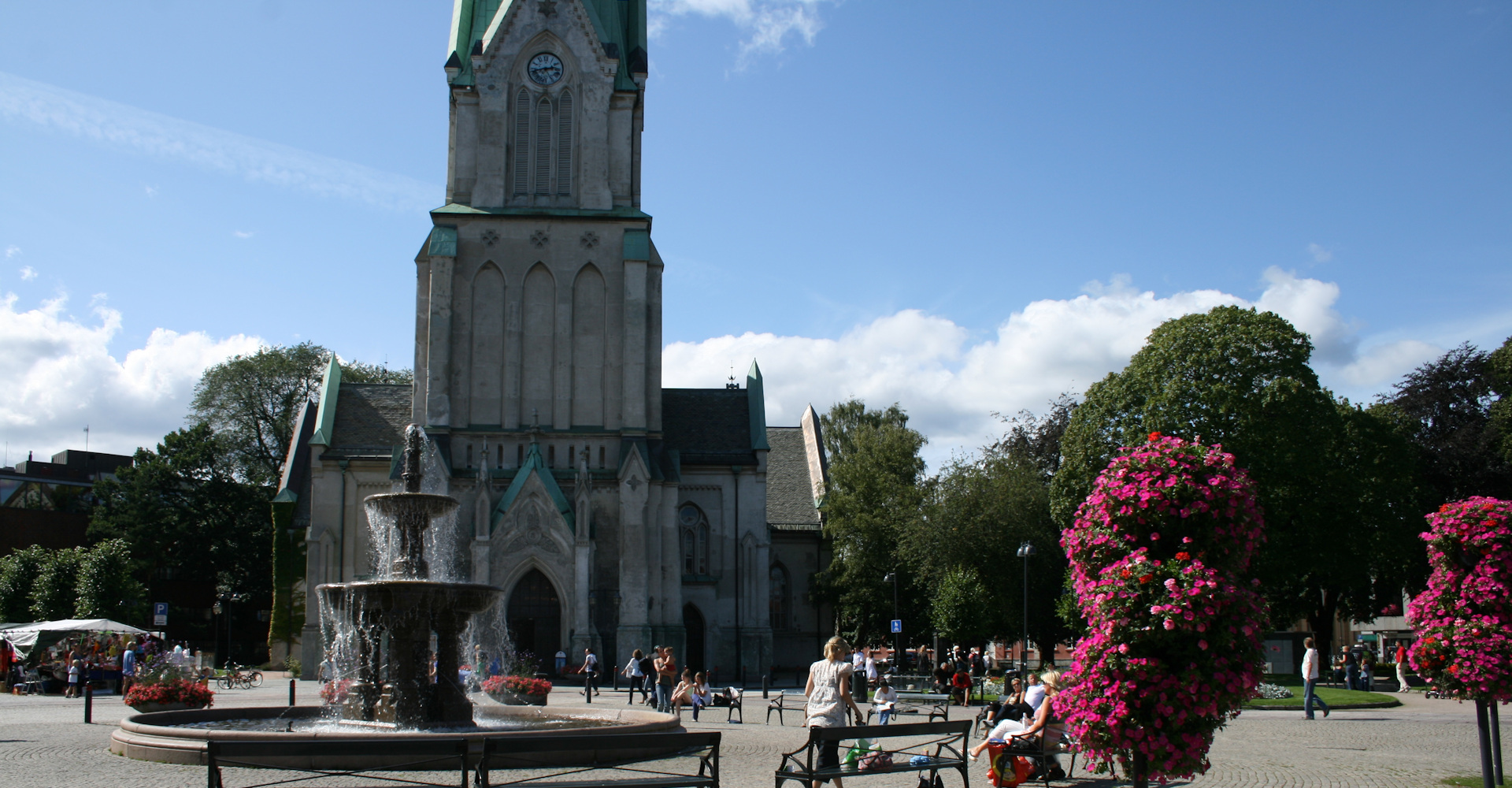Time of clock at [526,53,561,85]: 2:42
